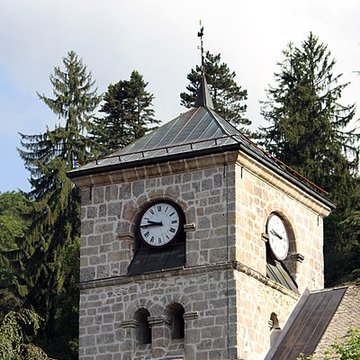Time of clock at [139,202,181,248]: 9:44
